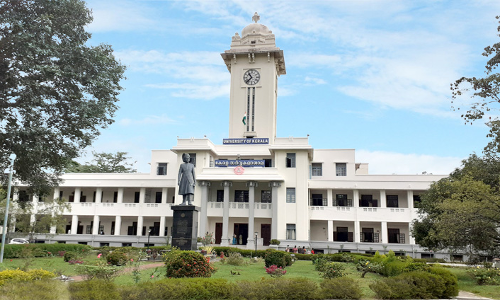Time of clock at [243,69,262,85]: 10:37
